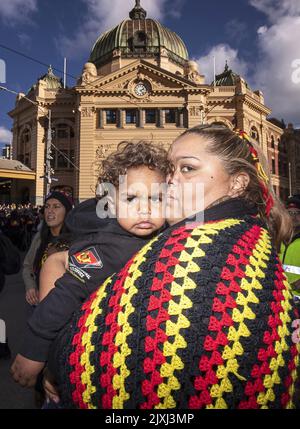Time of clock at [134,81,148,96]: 2:23
